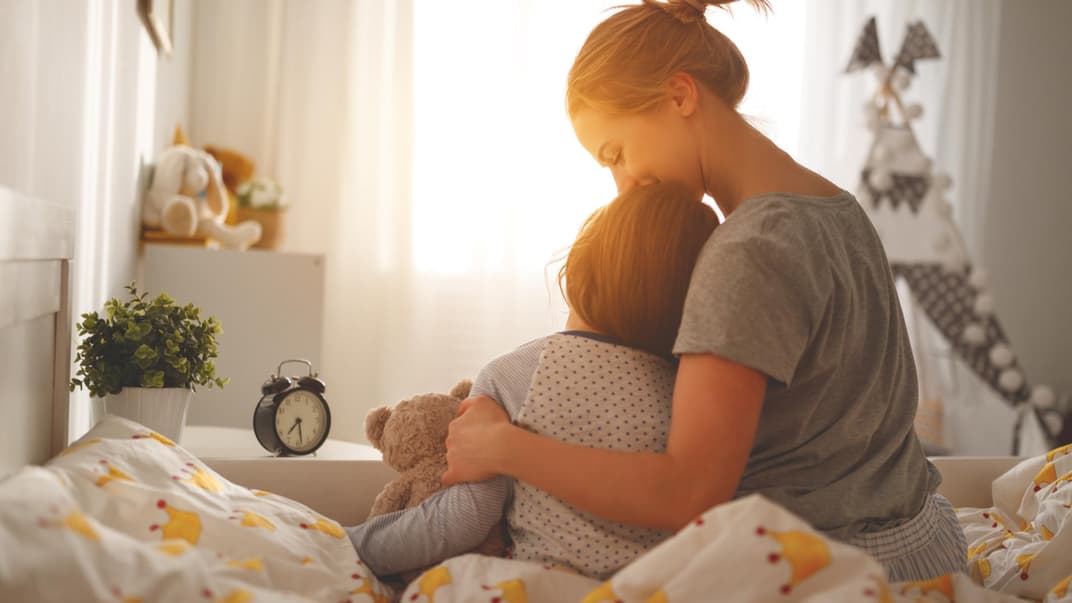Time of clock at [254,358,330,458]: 7:28
